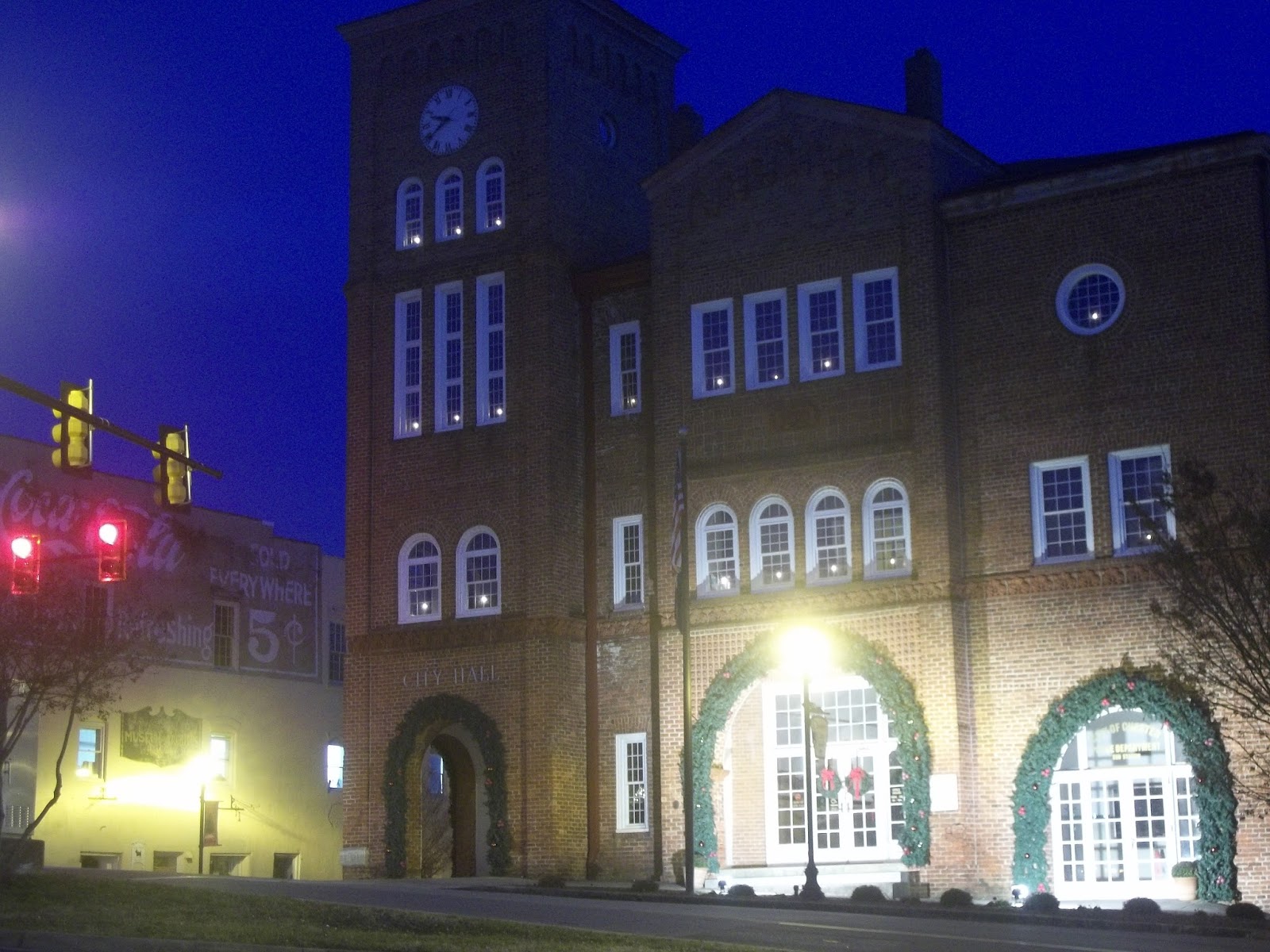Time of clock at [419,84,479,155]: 9:39
